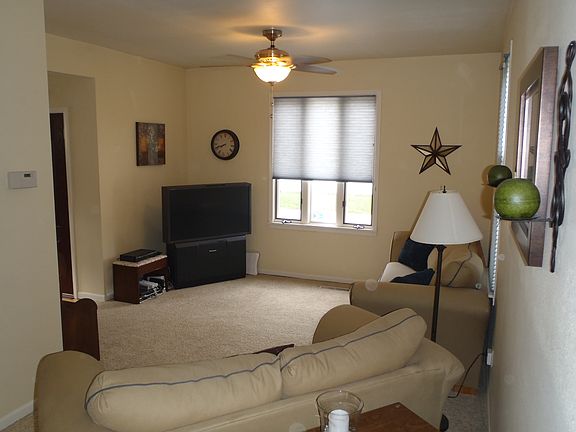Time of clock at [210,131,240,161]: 7:41
